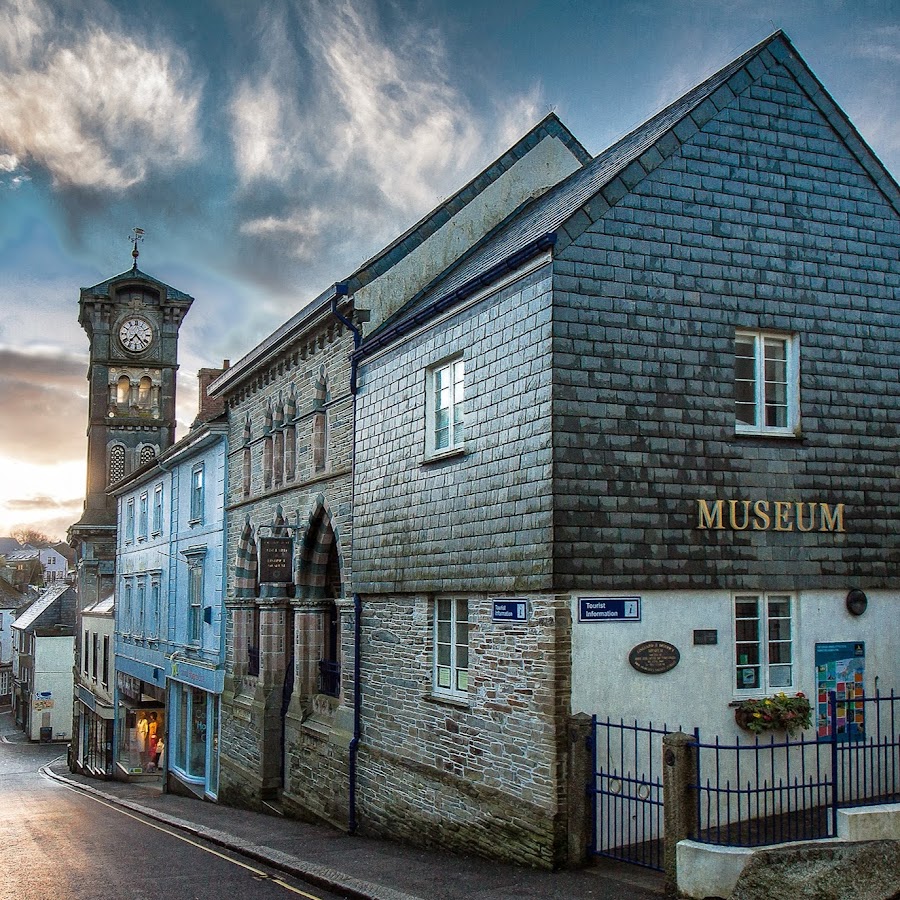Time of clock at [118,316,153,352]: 7:23
